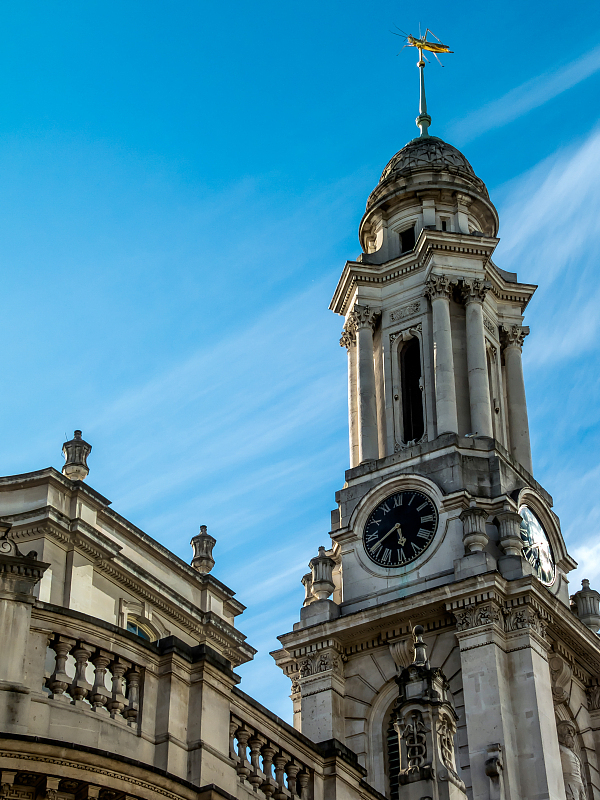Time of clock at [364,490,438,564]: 5:40
